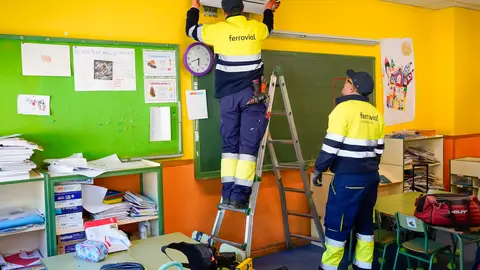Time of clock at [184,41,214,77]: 5:41
